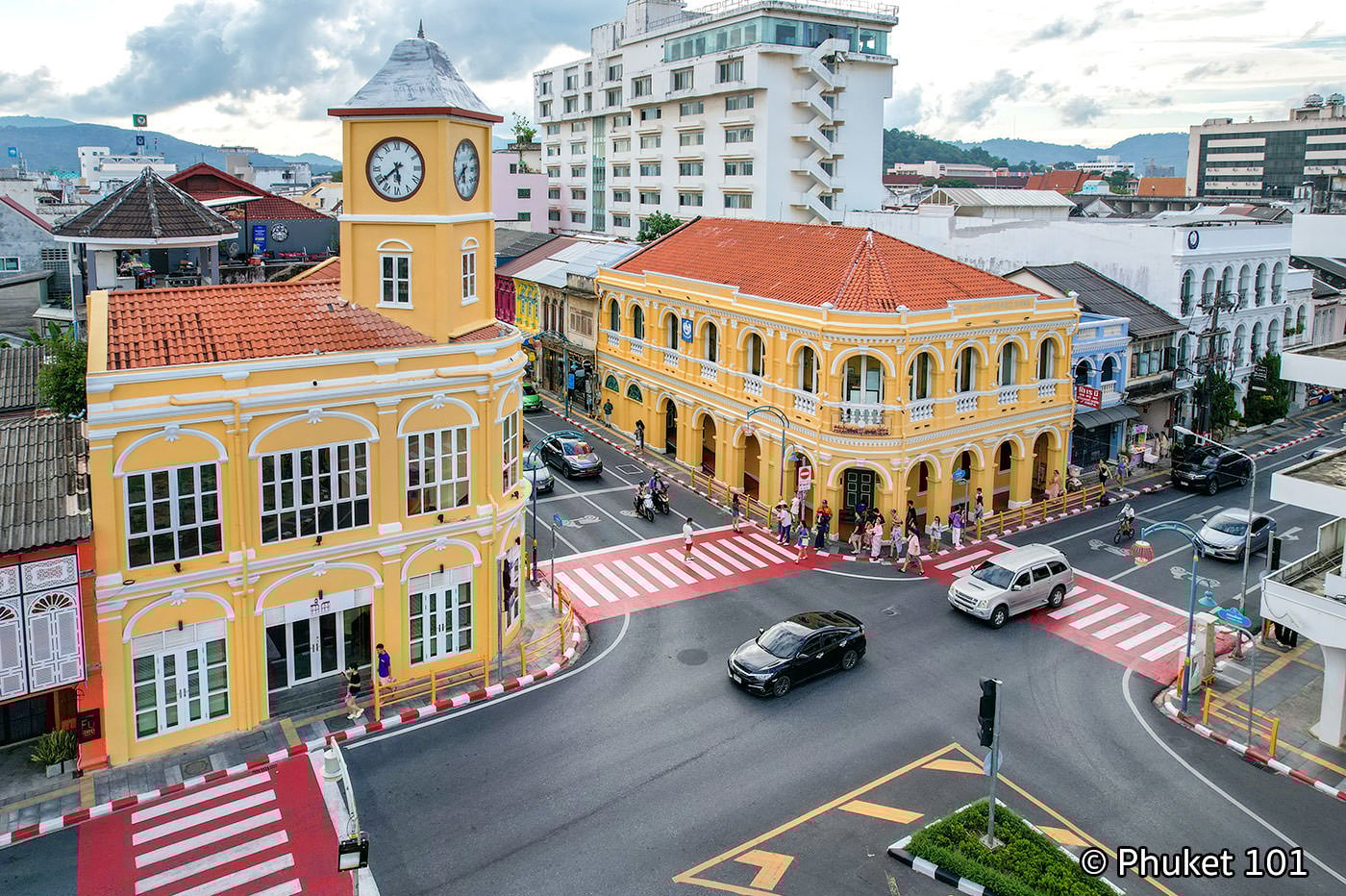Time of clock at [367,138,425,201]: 5:38
